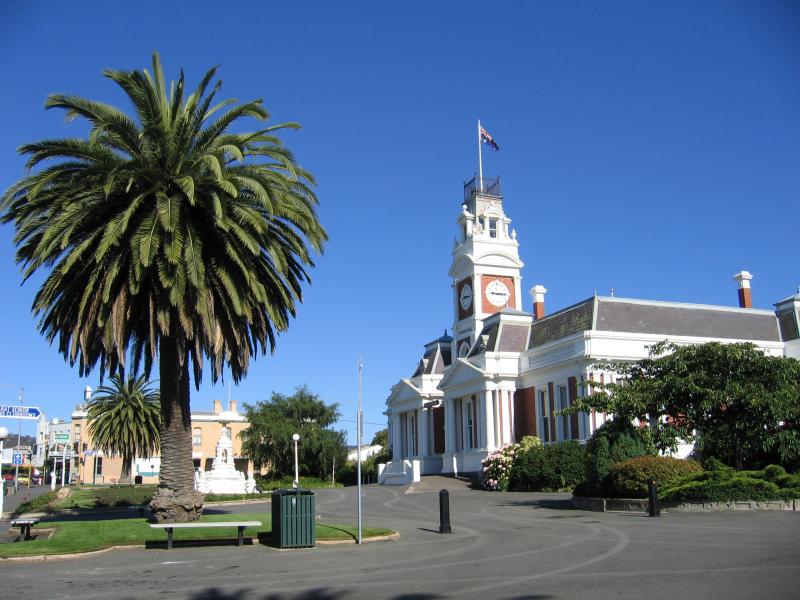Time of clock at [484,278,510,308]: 9:15
